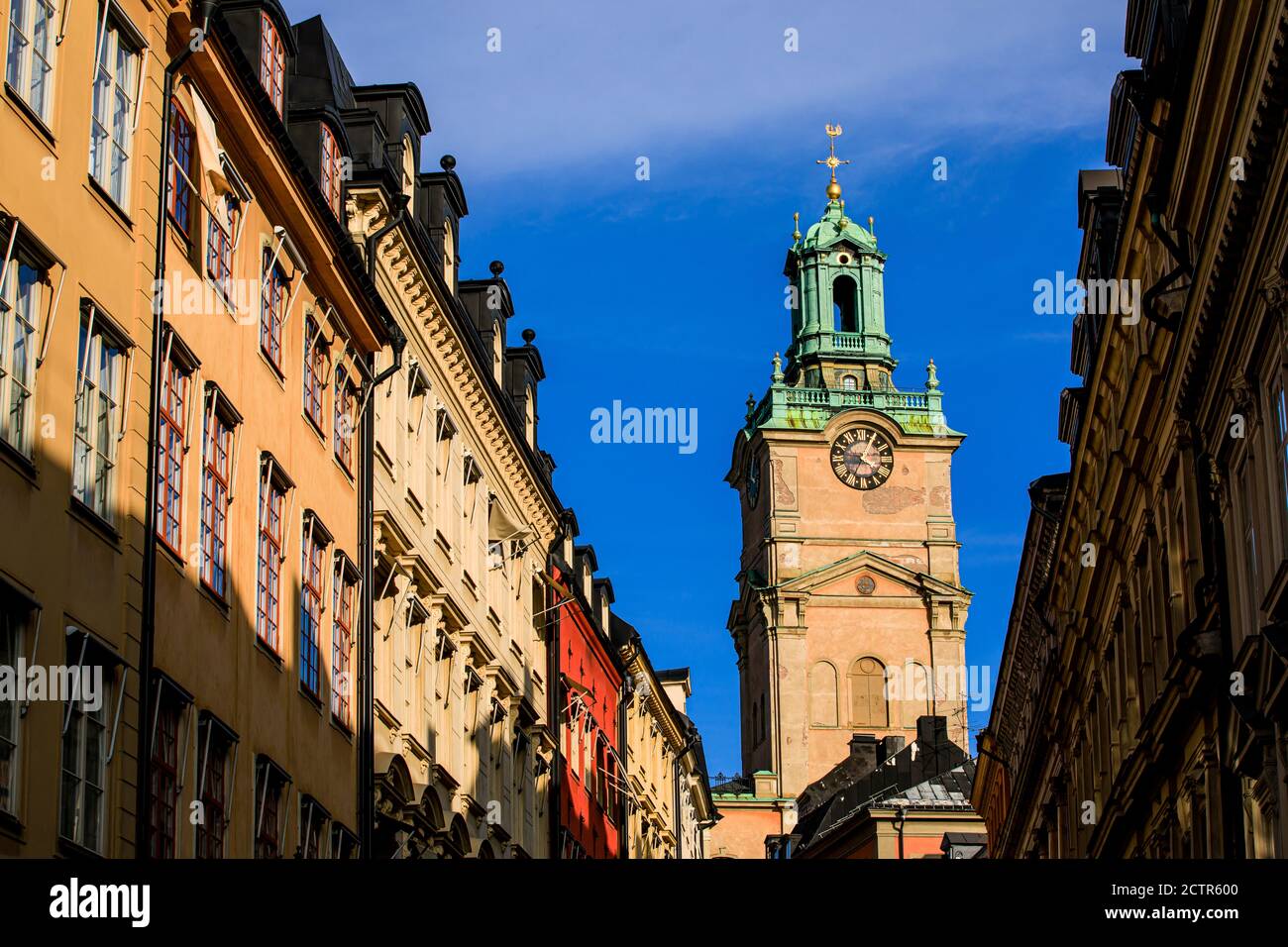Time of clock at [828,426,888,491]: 4:04
